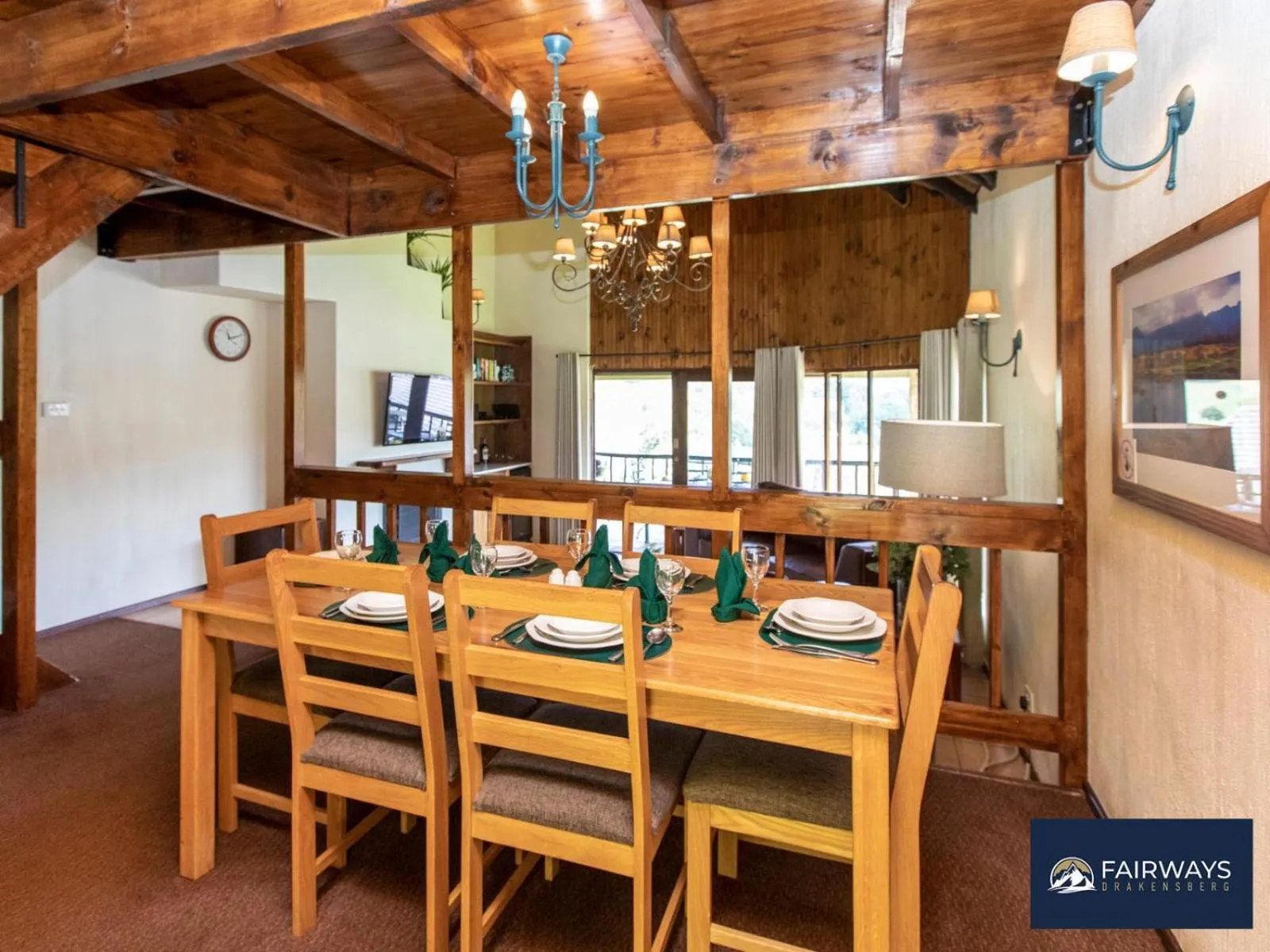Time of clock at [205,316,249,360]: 11:11
